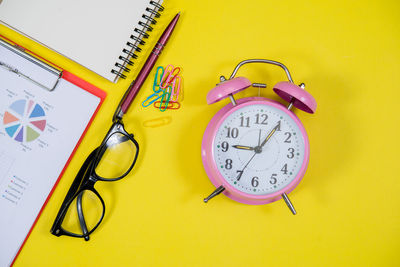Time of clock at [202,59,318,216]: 9:05
